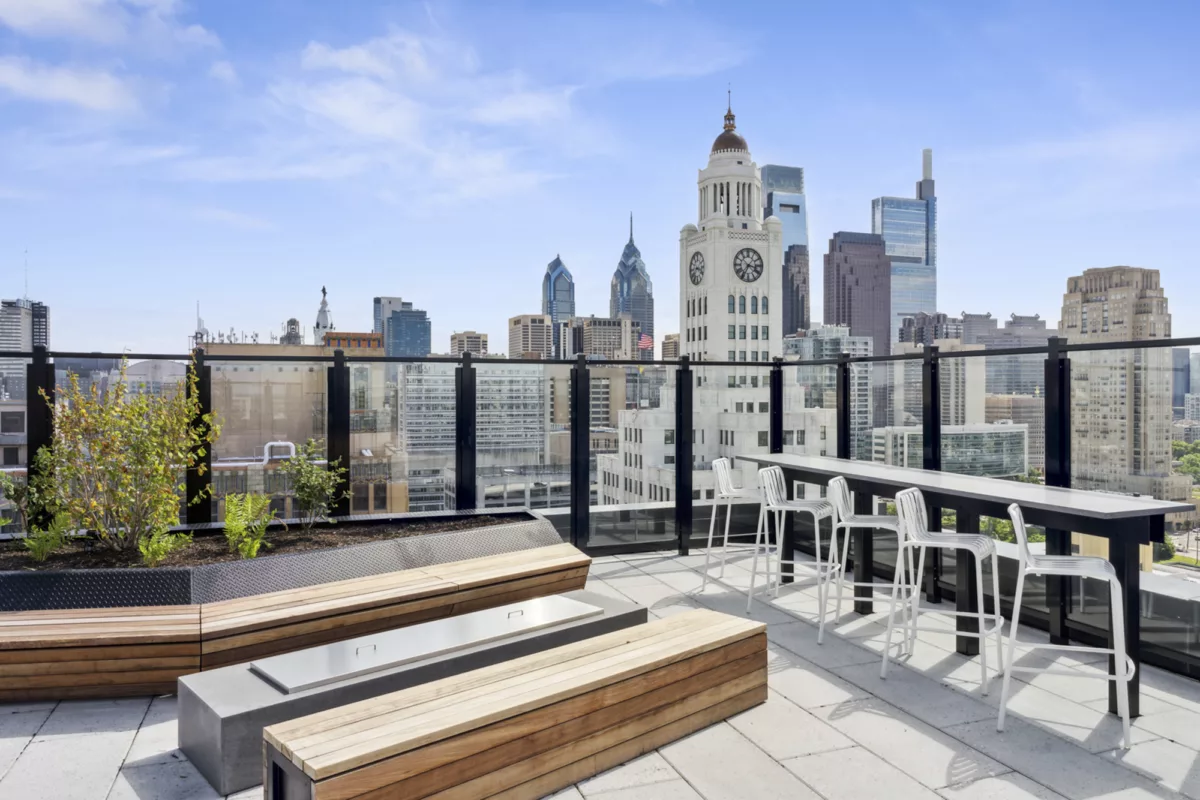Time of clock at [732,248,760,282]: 3:35
